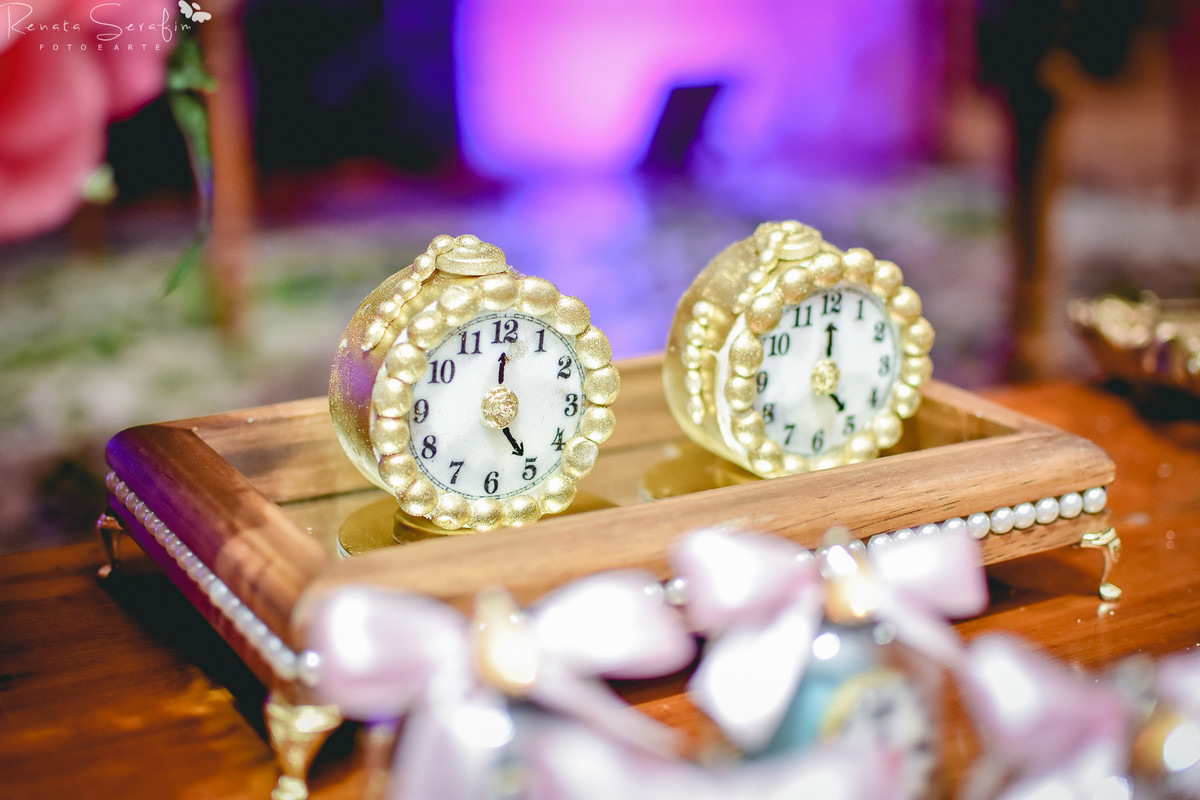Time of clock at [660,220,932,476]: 5:00
